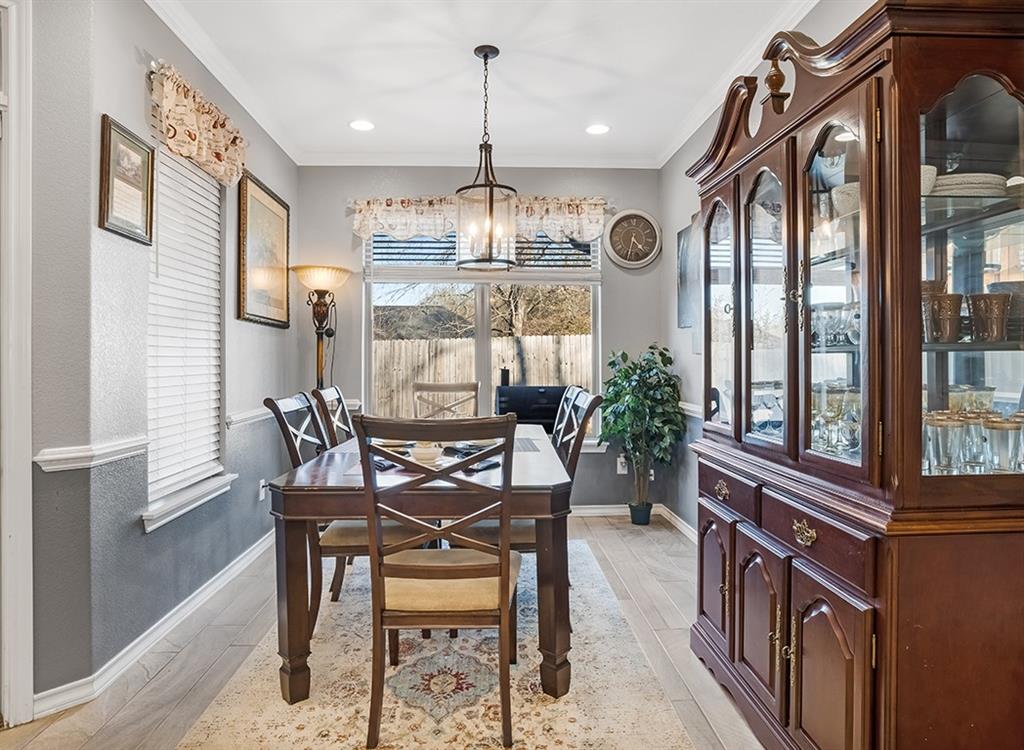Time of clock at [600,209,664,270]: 4:32
